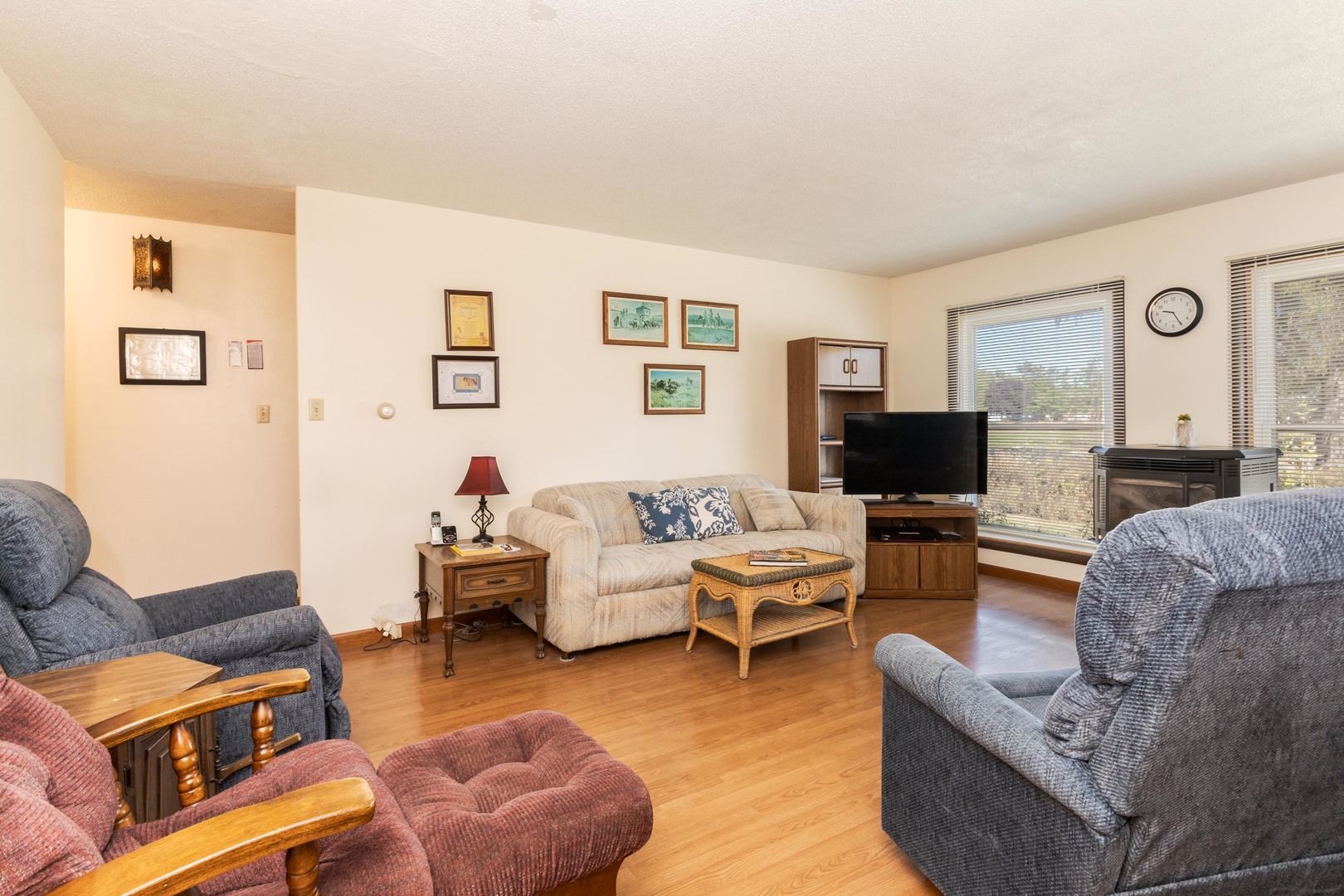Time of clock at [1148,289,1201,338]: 9:25
